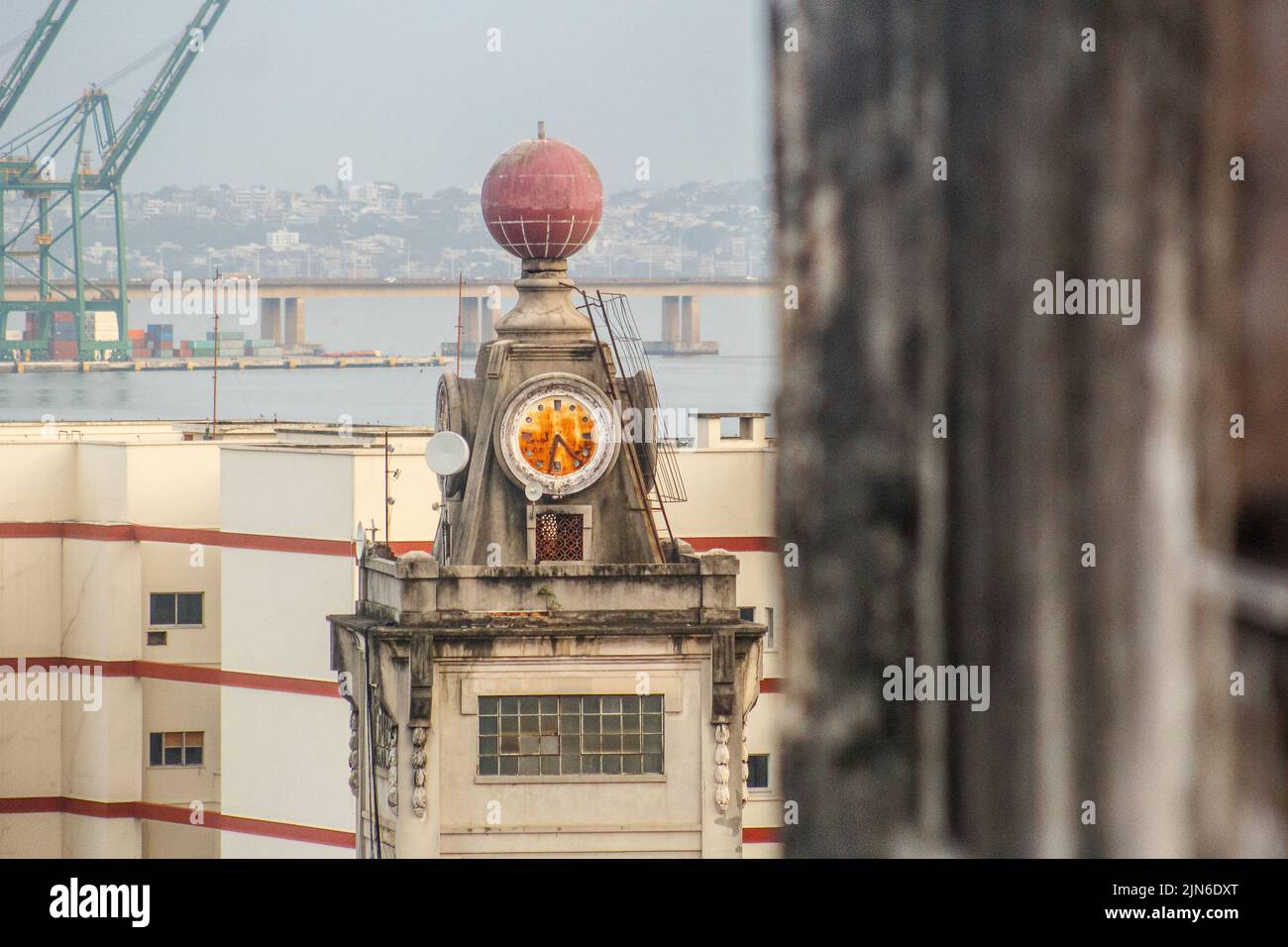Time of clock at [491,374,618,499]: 6:23
